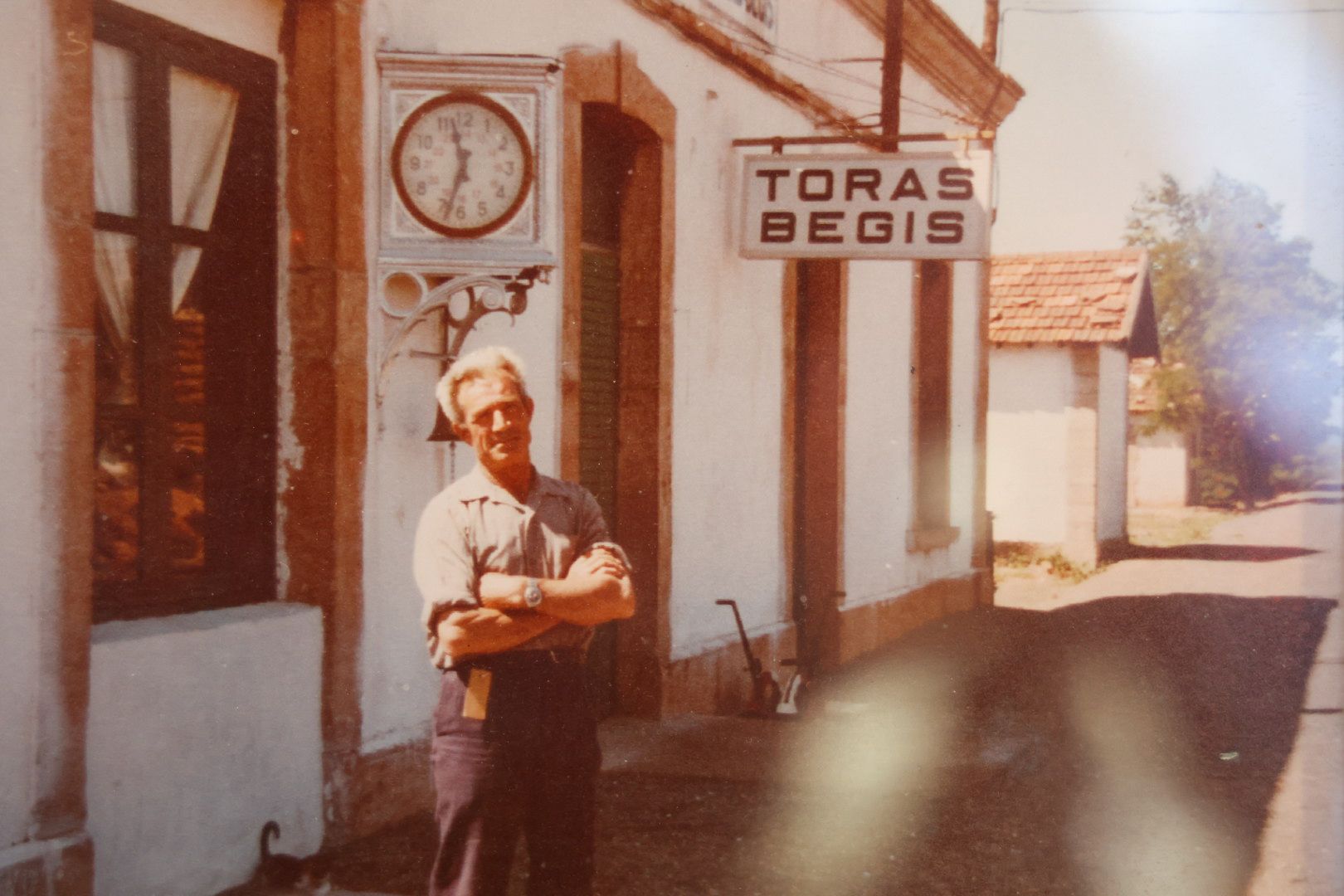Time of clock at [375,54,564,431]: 11:33
